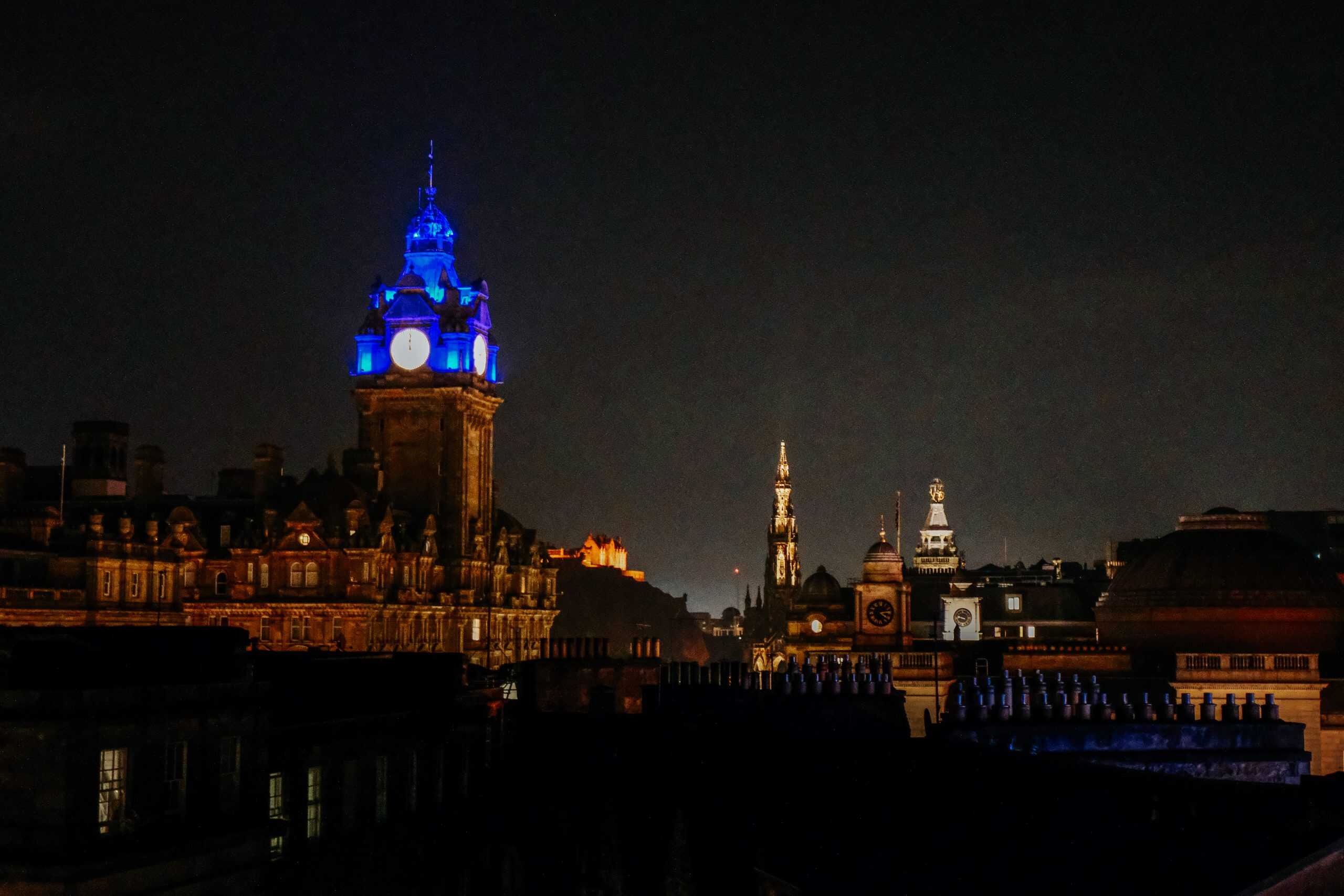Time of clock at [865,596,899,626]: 4:13
